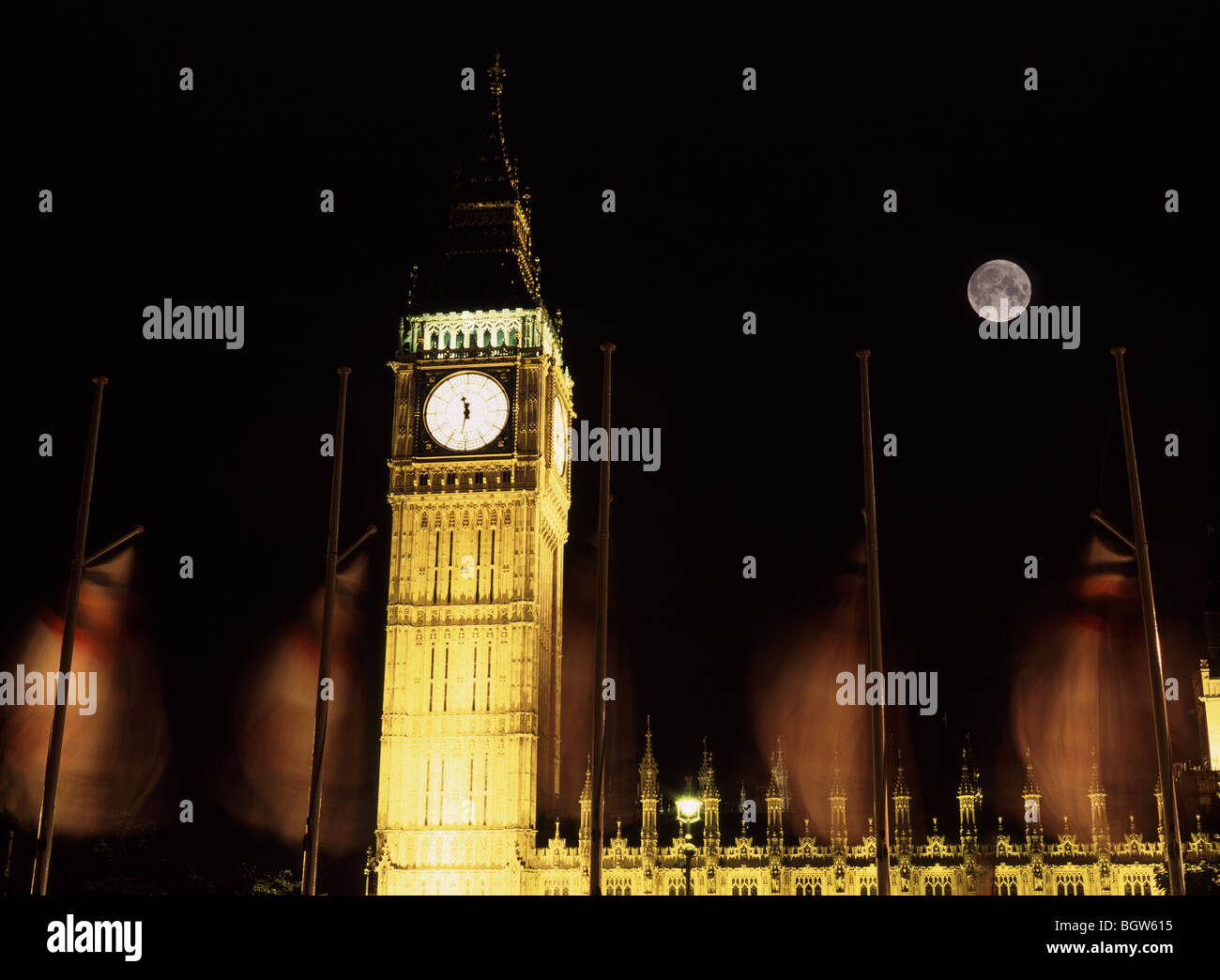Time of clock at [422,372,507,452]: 11:31
